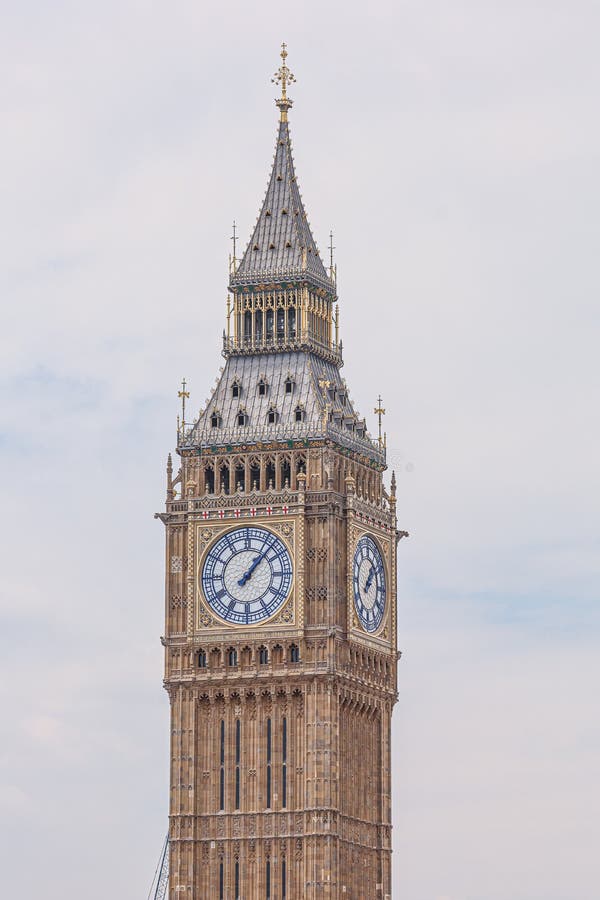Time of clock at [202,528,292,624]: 1:07
